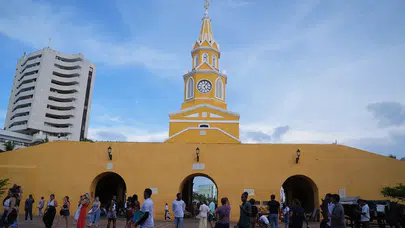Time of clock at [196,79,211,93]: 5:06
